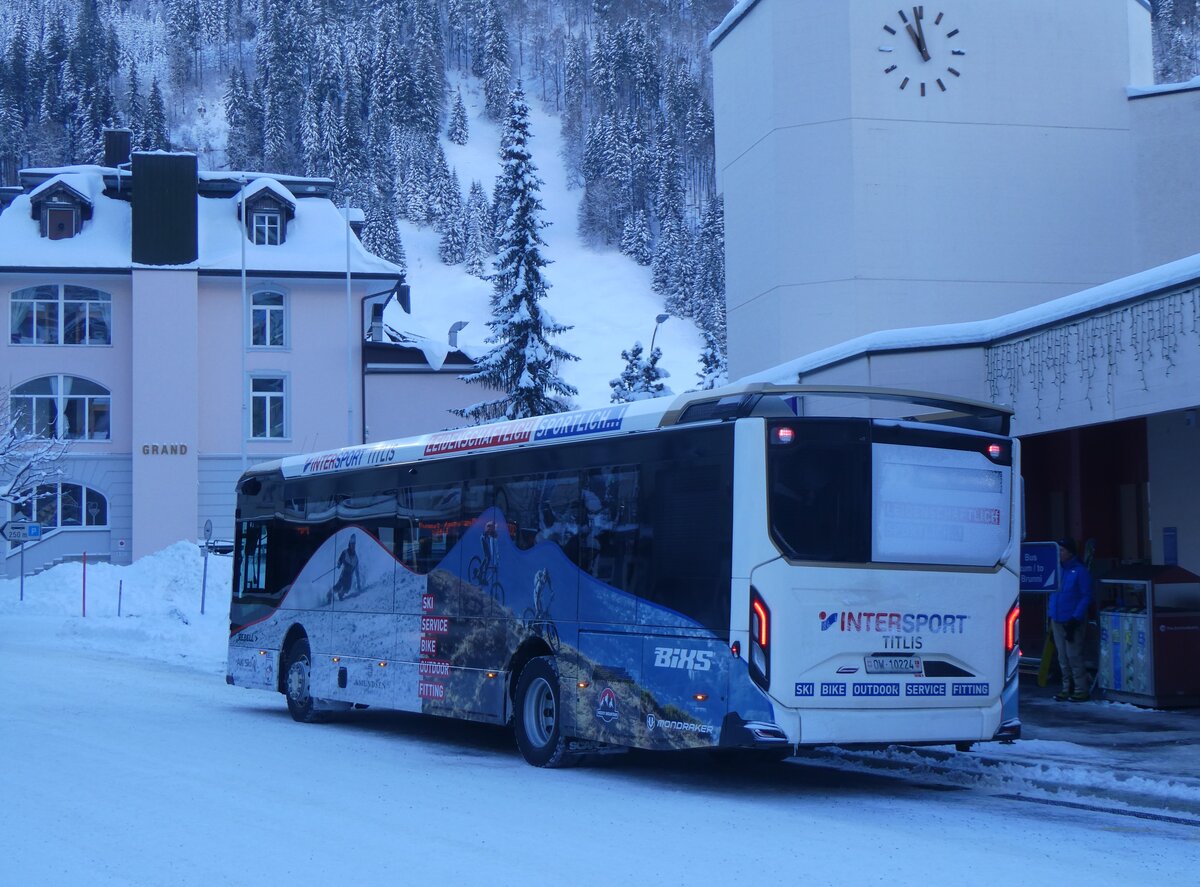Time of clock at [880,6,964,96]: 10:58
